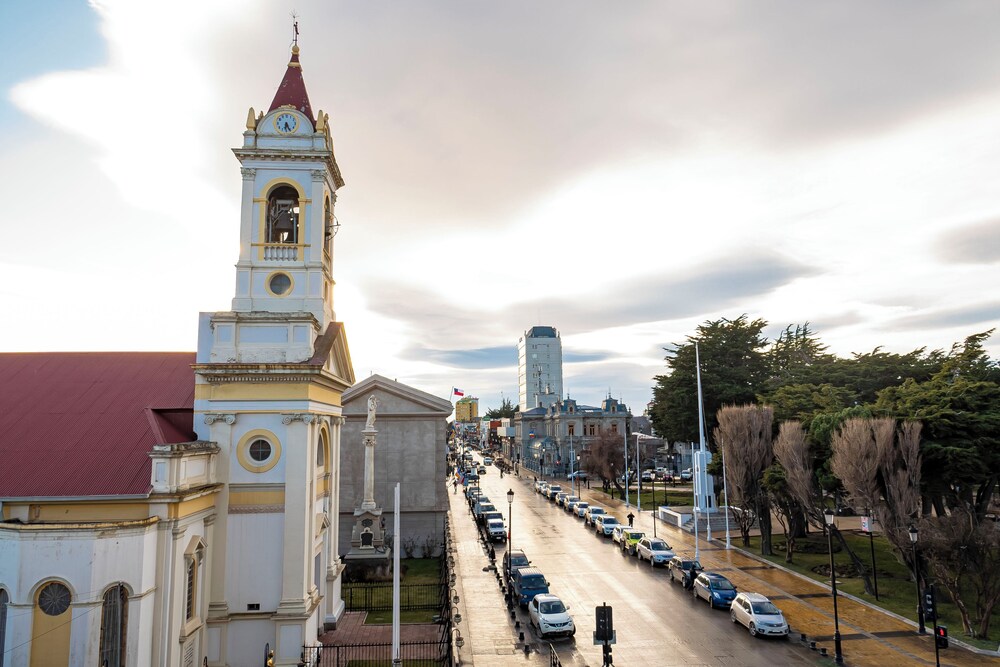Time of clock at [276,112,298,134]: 6:25
